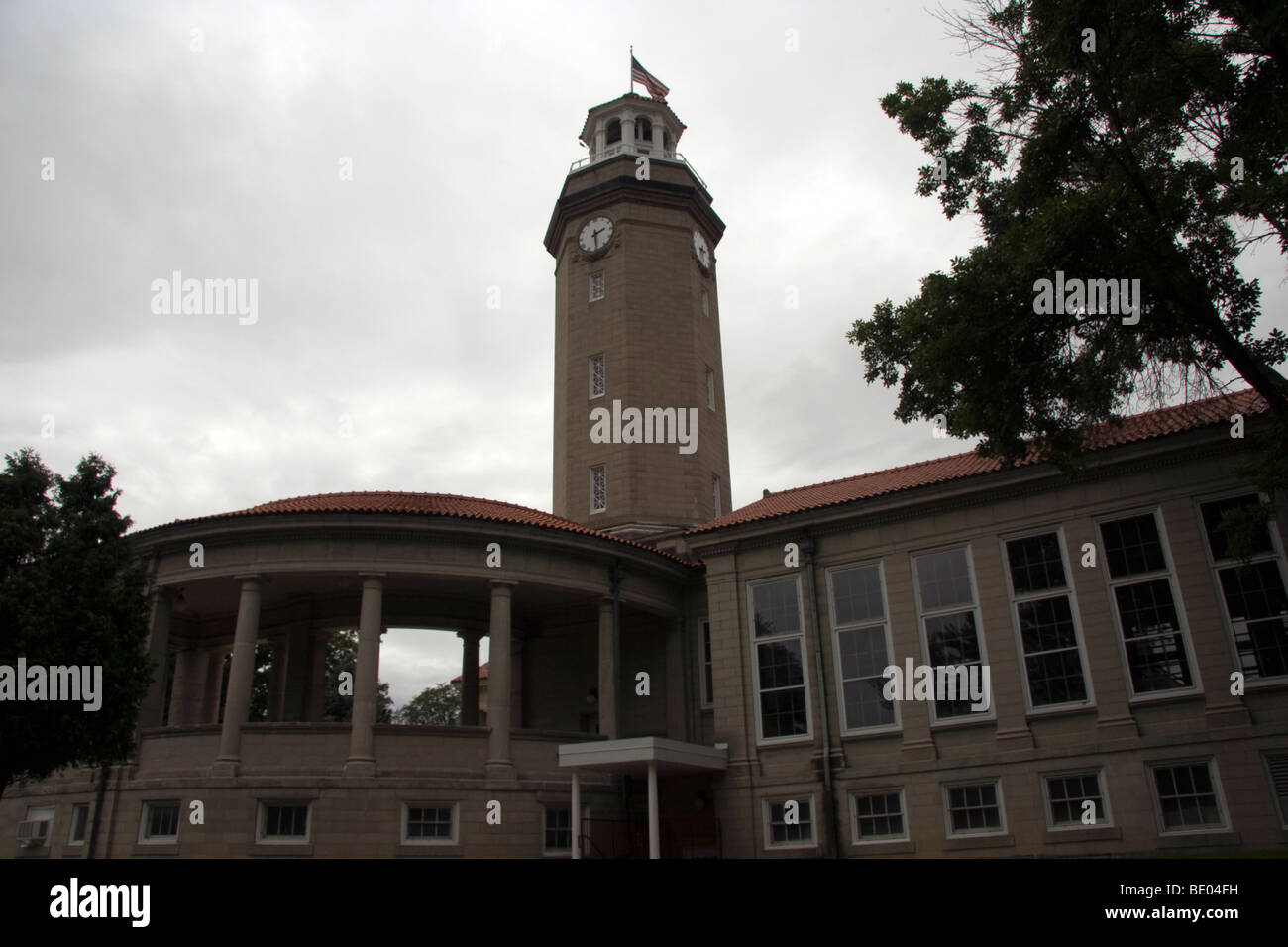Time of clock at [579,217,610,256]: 2:29
